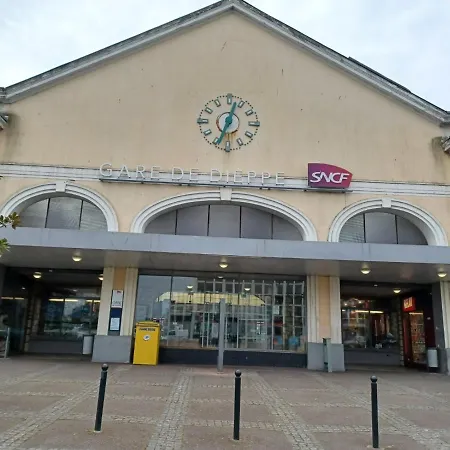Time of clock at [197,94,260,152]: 12:33
